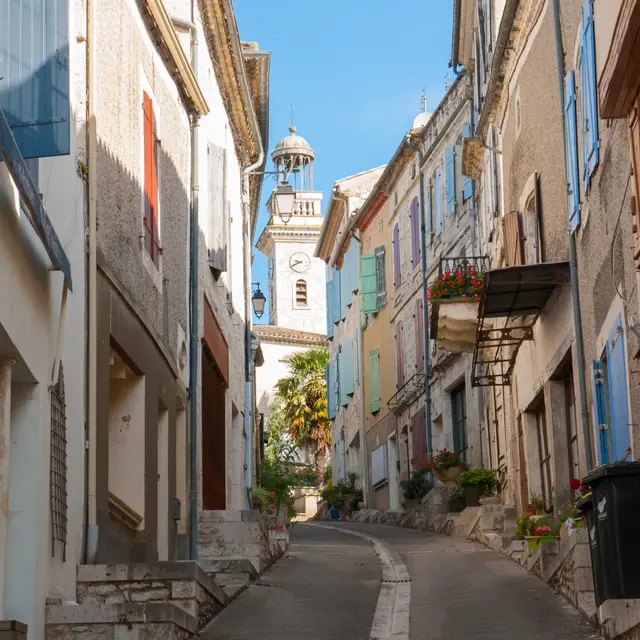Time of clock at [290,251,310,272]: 9:40
